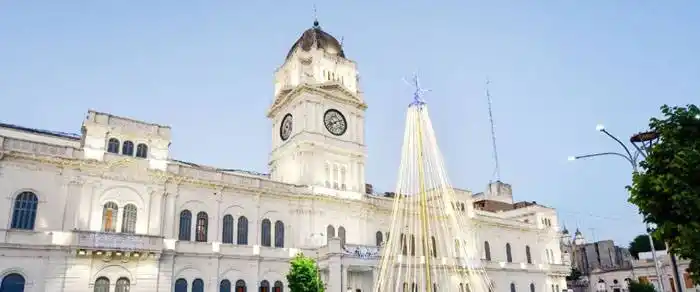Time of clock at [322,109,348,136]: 8:11
